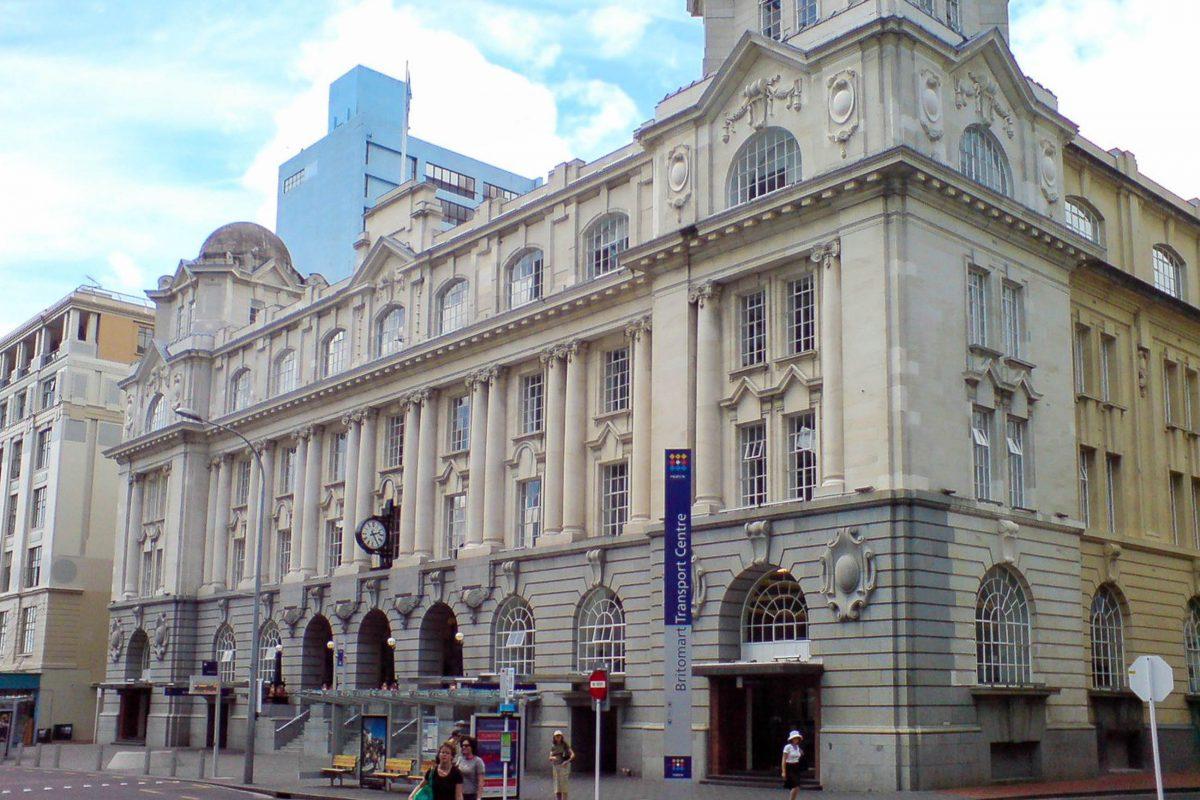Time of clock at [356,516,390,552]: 2:24
